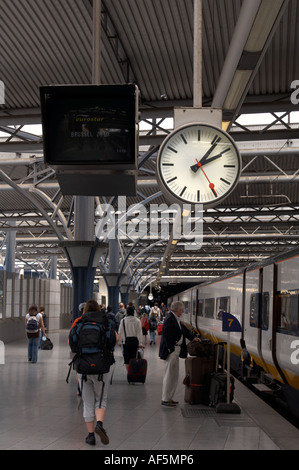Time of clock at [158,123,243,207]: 2:06
